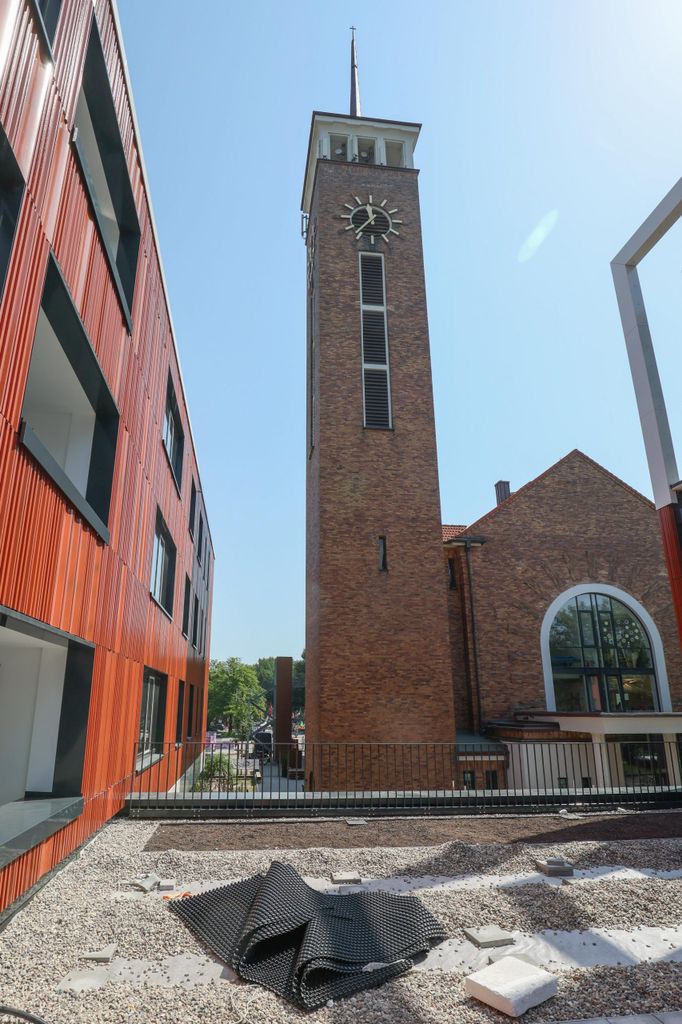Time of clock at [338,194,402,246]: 11:36
